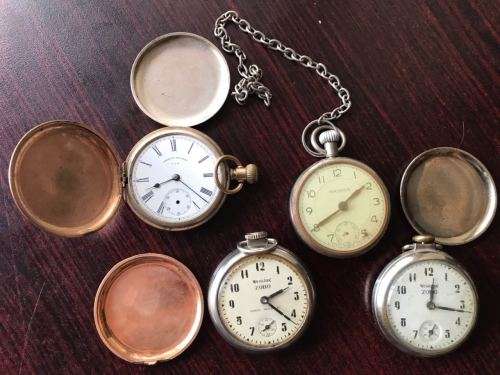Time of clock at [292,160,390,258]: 8:09
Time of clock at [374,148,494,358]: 12:16
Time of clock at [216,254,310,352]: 2:22
